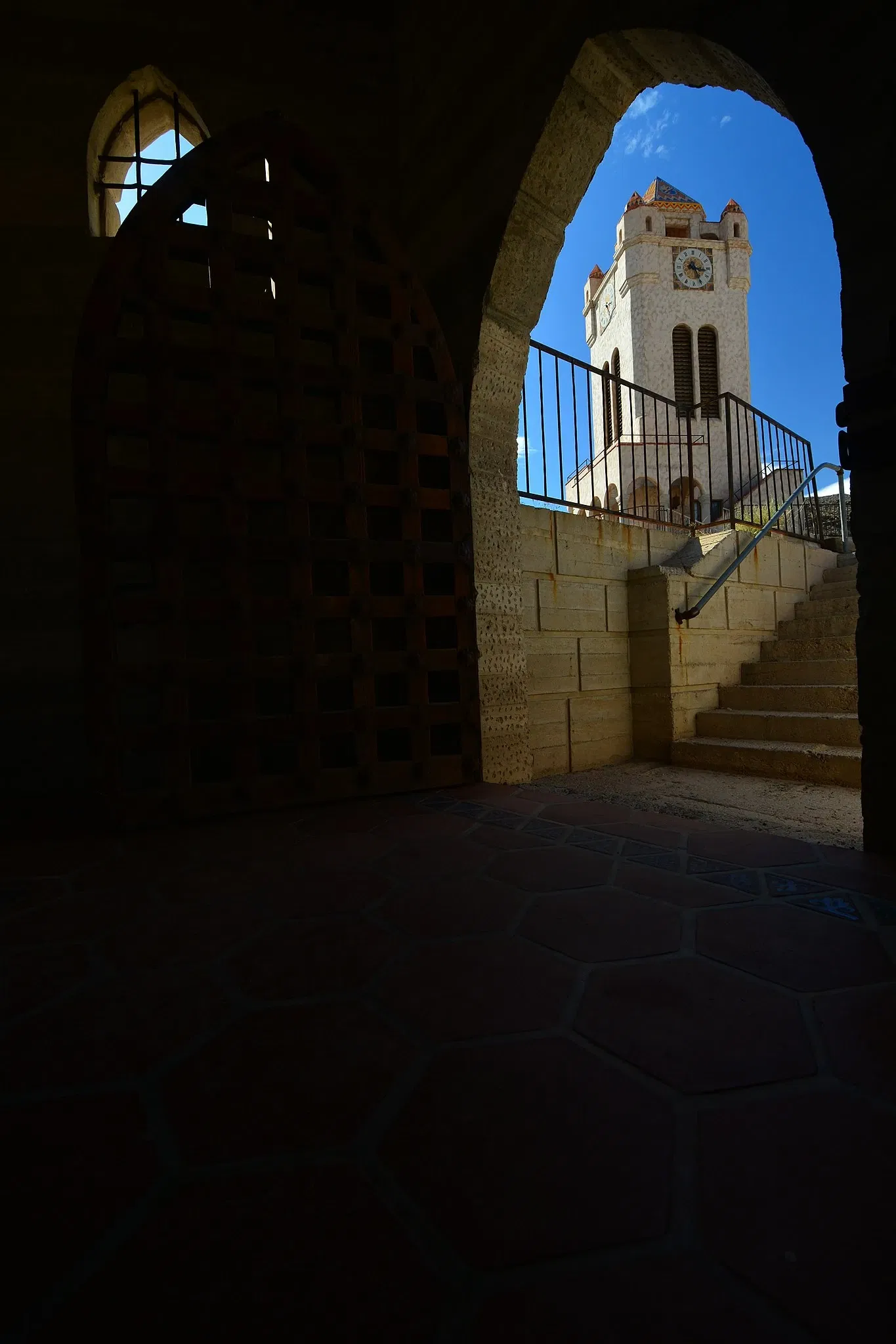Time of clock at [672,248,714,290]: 3:25
